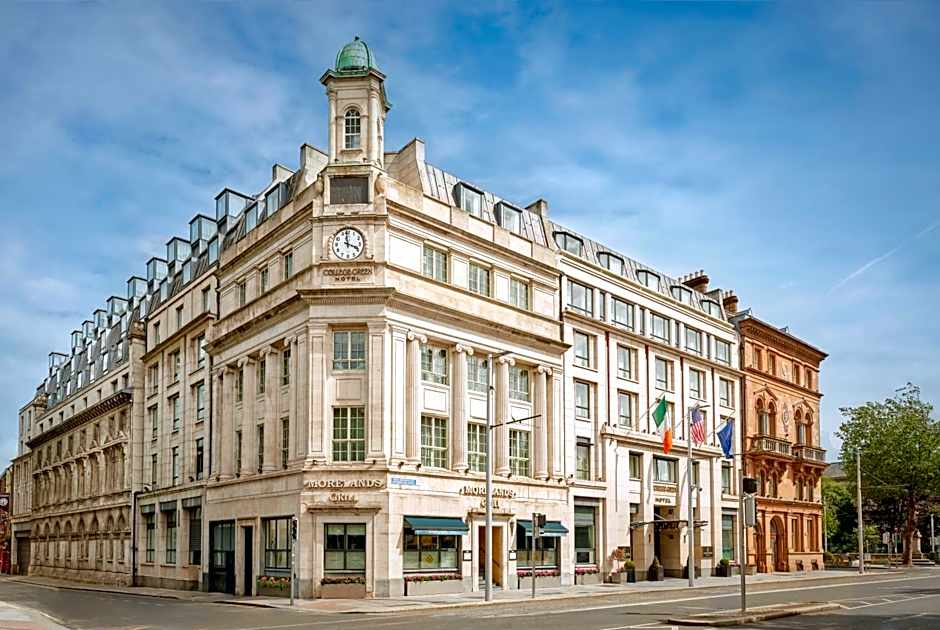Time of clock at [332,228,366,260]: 3:58
